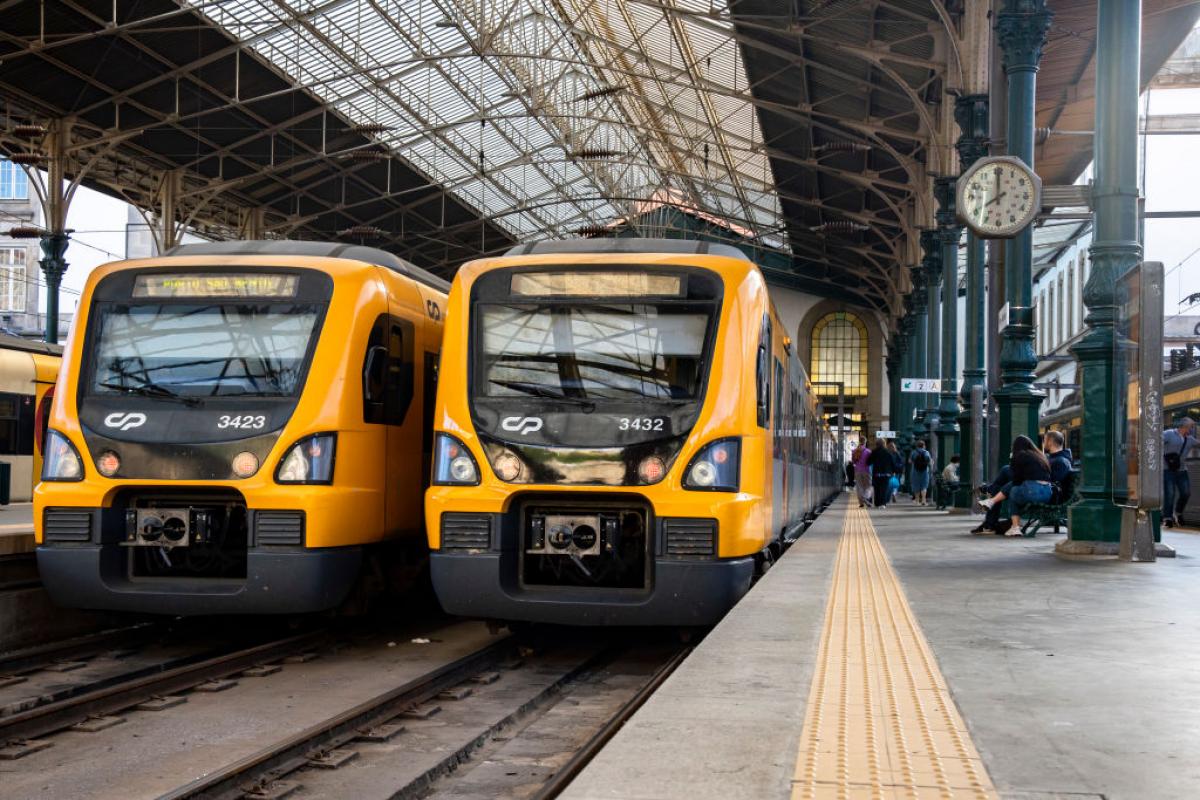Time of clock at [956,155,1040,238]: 7:59
